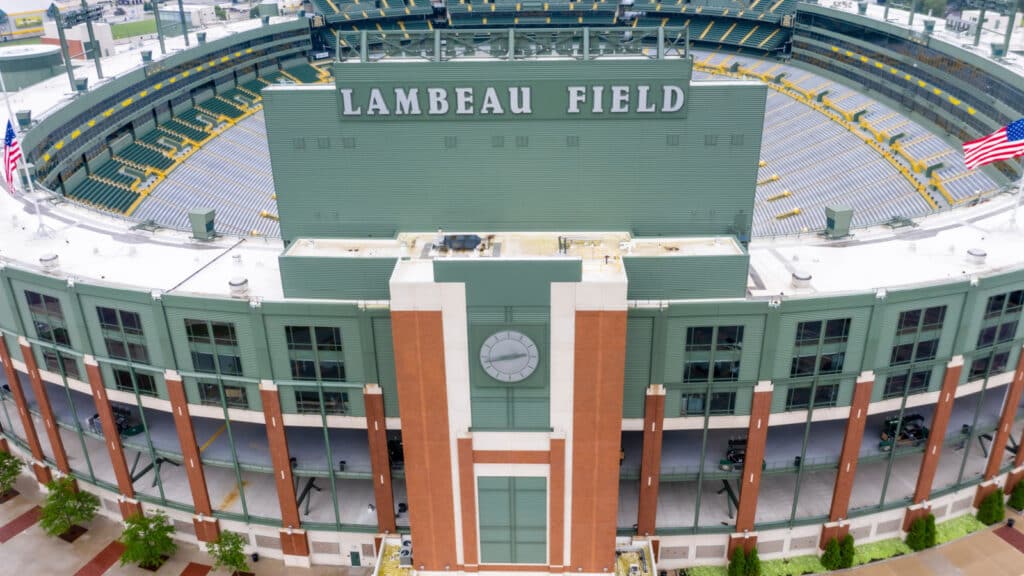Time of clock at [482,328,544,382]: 2:42
